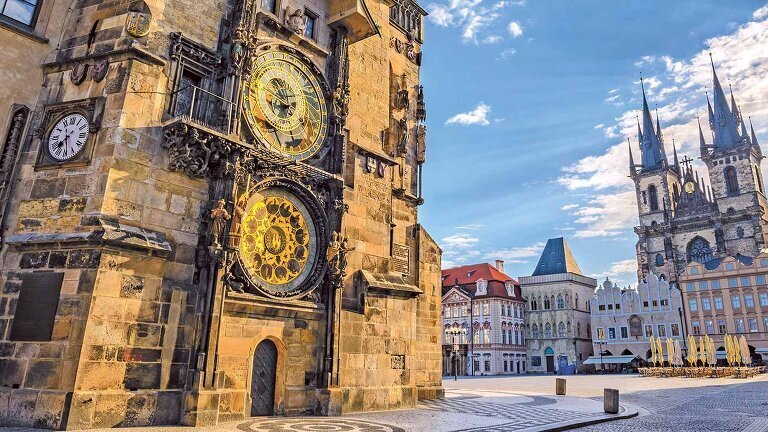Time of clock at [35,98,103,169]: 7:28
